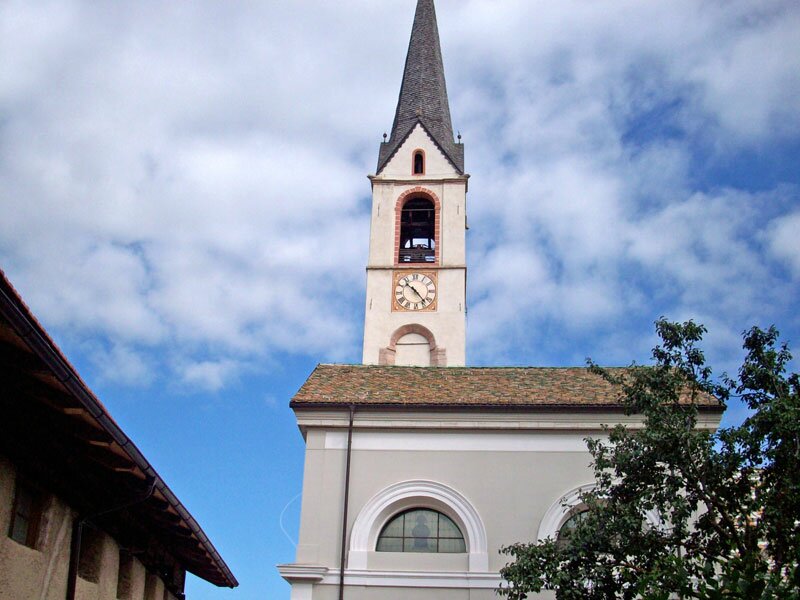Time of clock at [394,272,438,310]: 10:23
